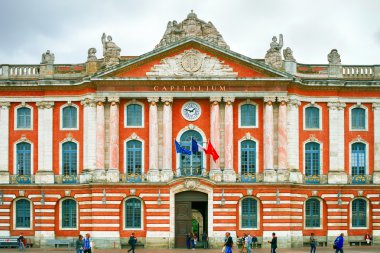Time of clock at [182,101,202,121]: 1:46
